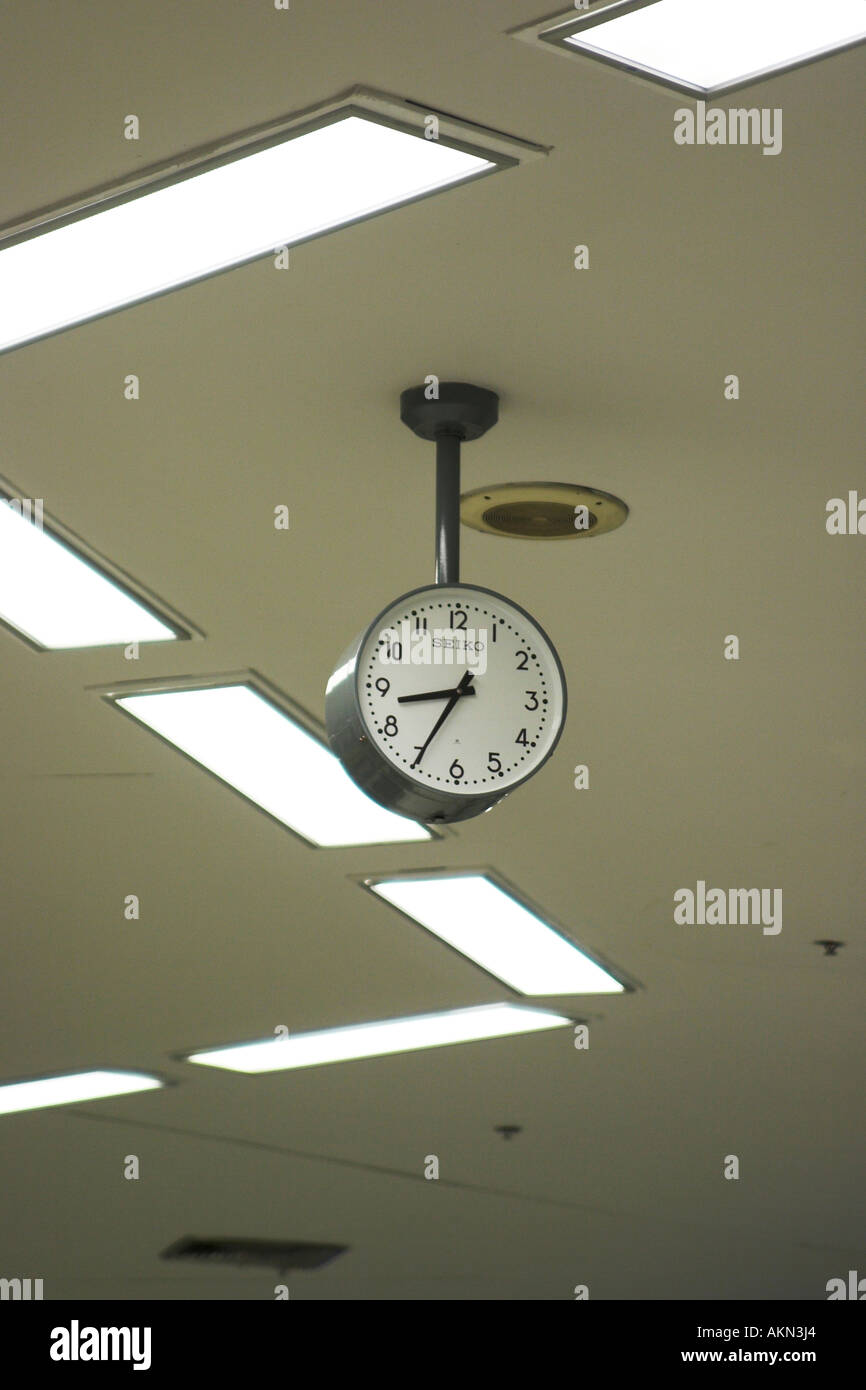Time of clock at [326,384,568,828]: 8:34
